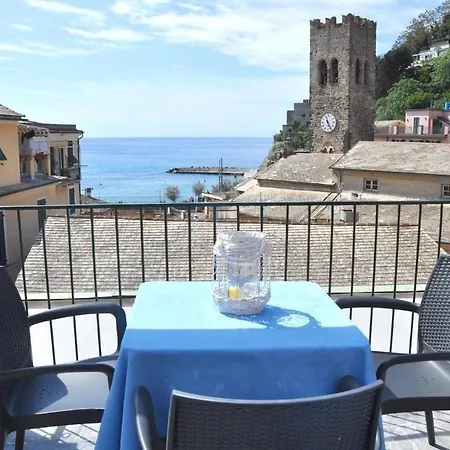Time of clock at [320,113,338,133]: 11:25
